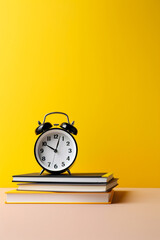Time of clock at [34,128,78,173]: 10:02
